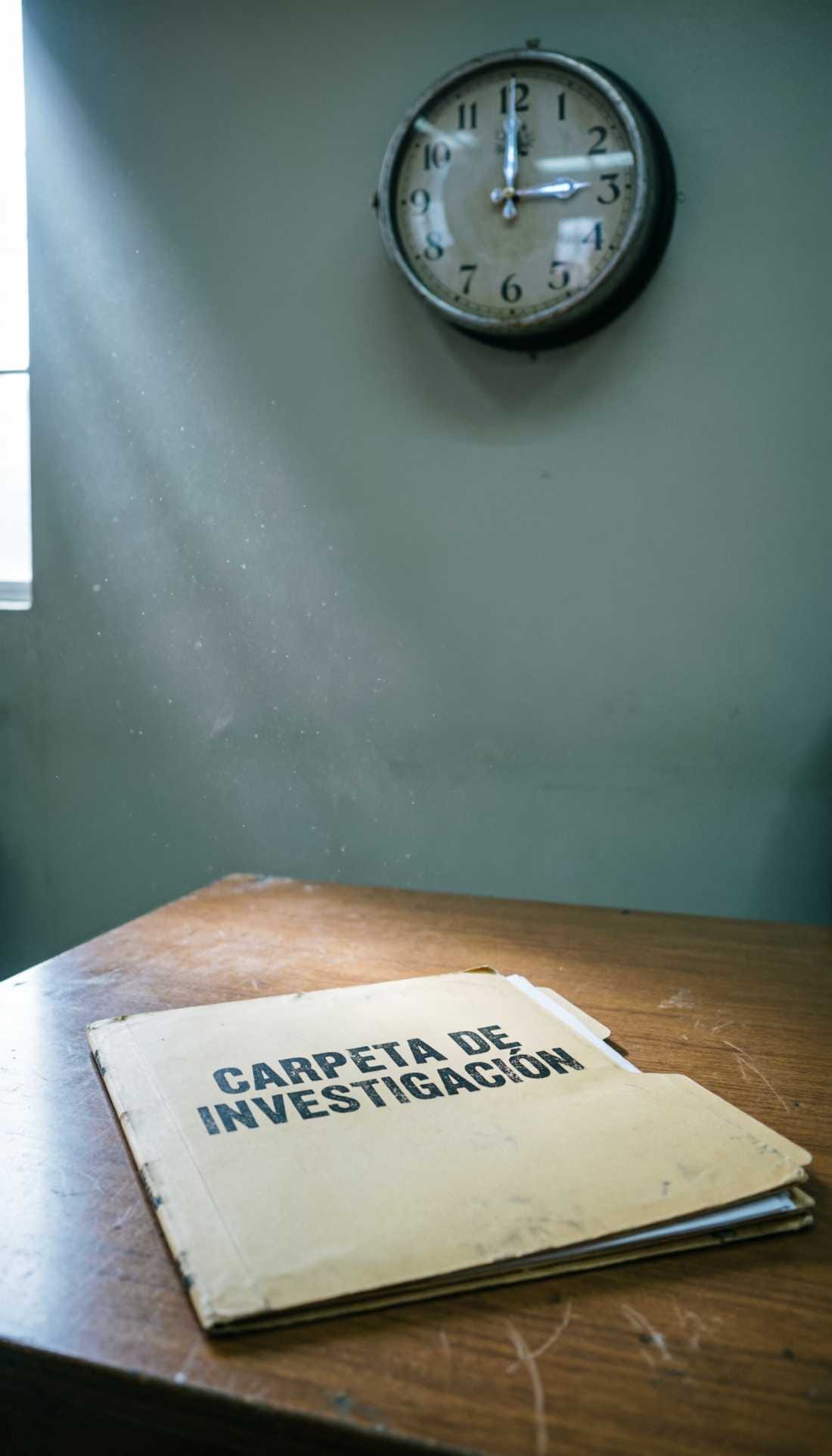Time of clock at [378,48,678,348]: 3:00
